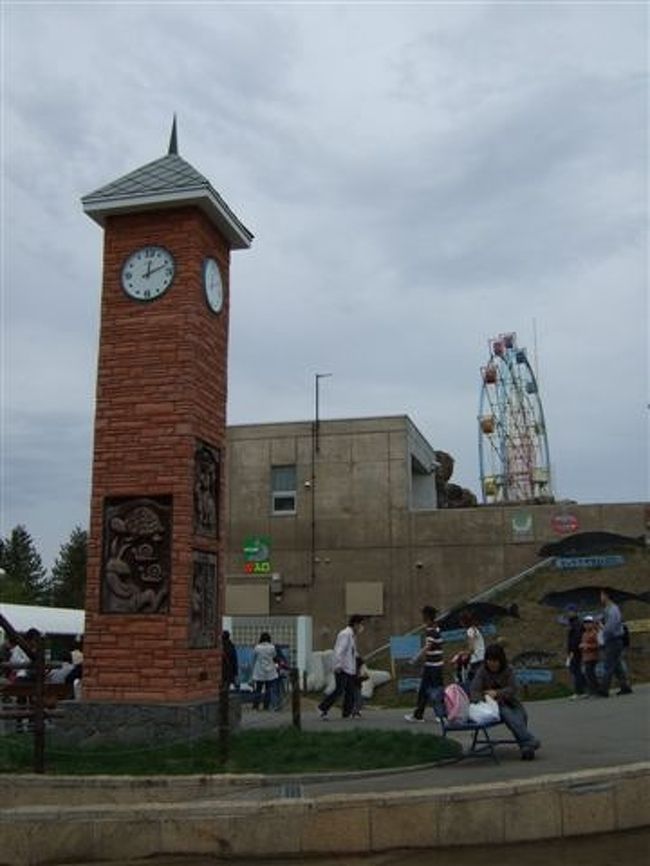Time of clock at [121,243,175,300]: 12:11
